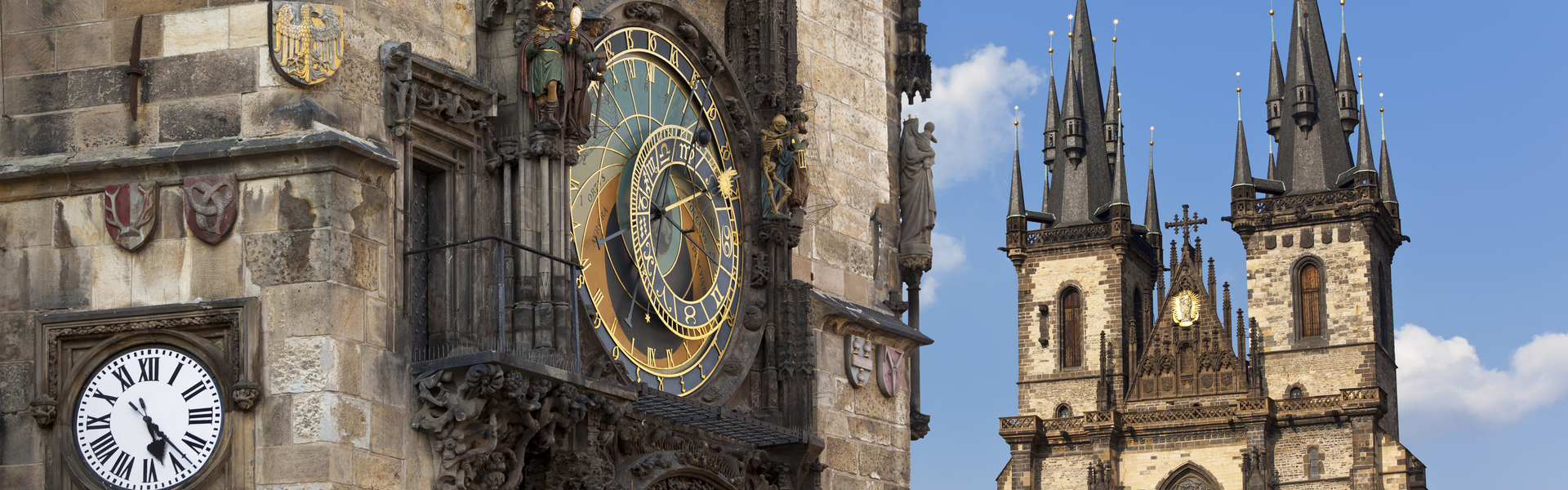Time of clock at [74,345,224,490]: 5:23
